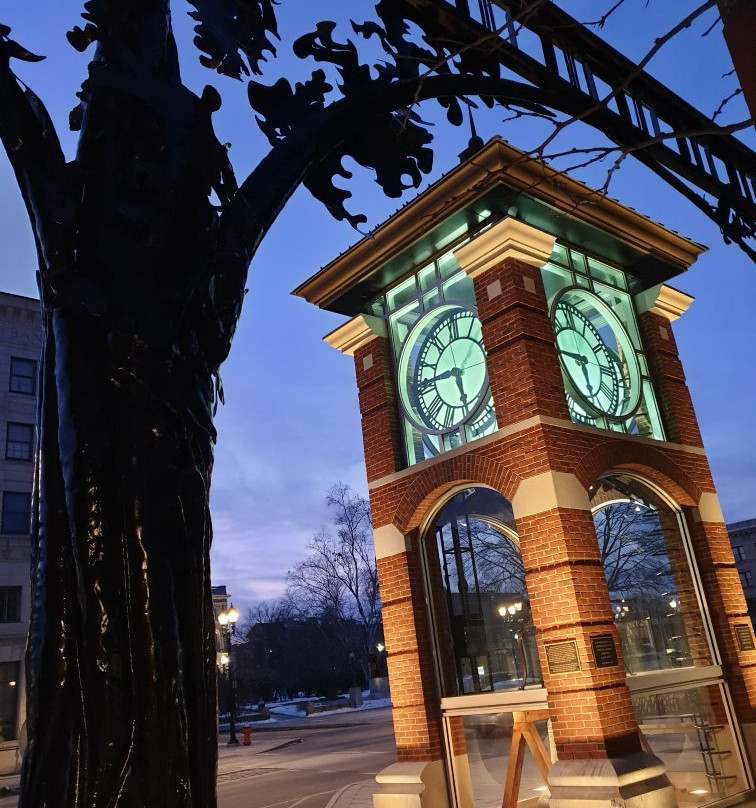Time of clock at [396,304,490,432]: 5:45
